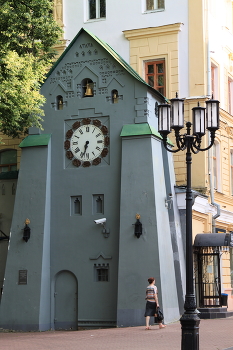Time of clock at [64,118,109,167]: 6:33
